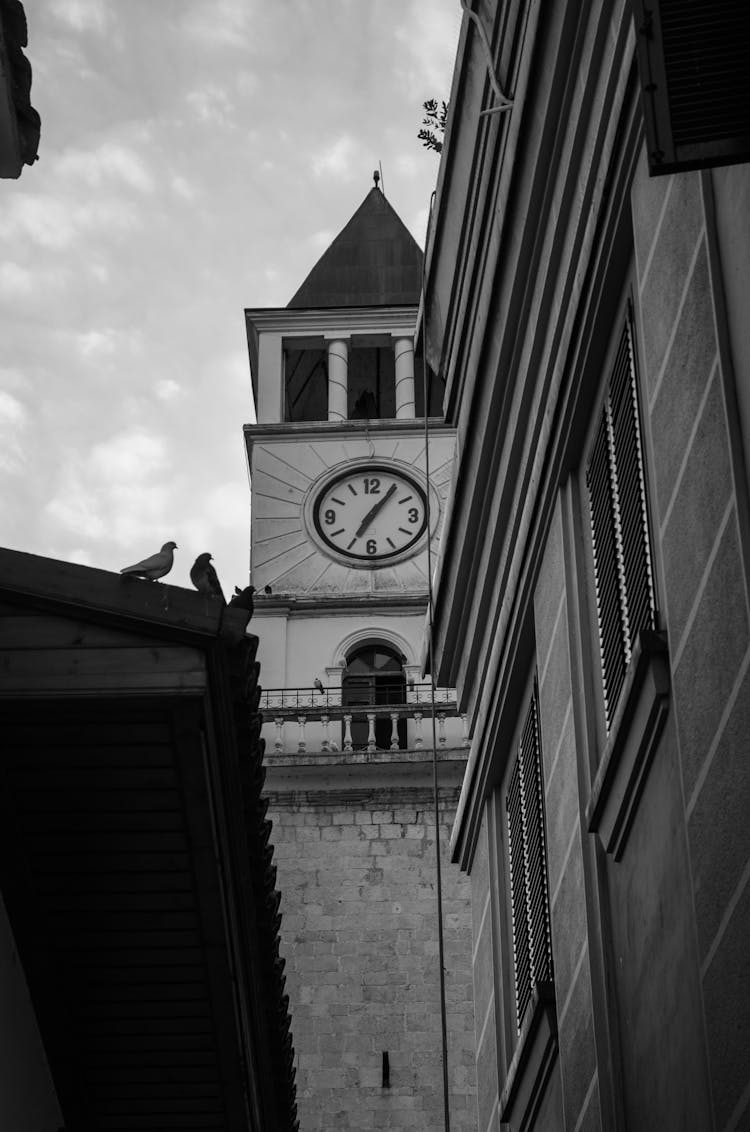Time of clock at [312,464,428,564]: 7:06
